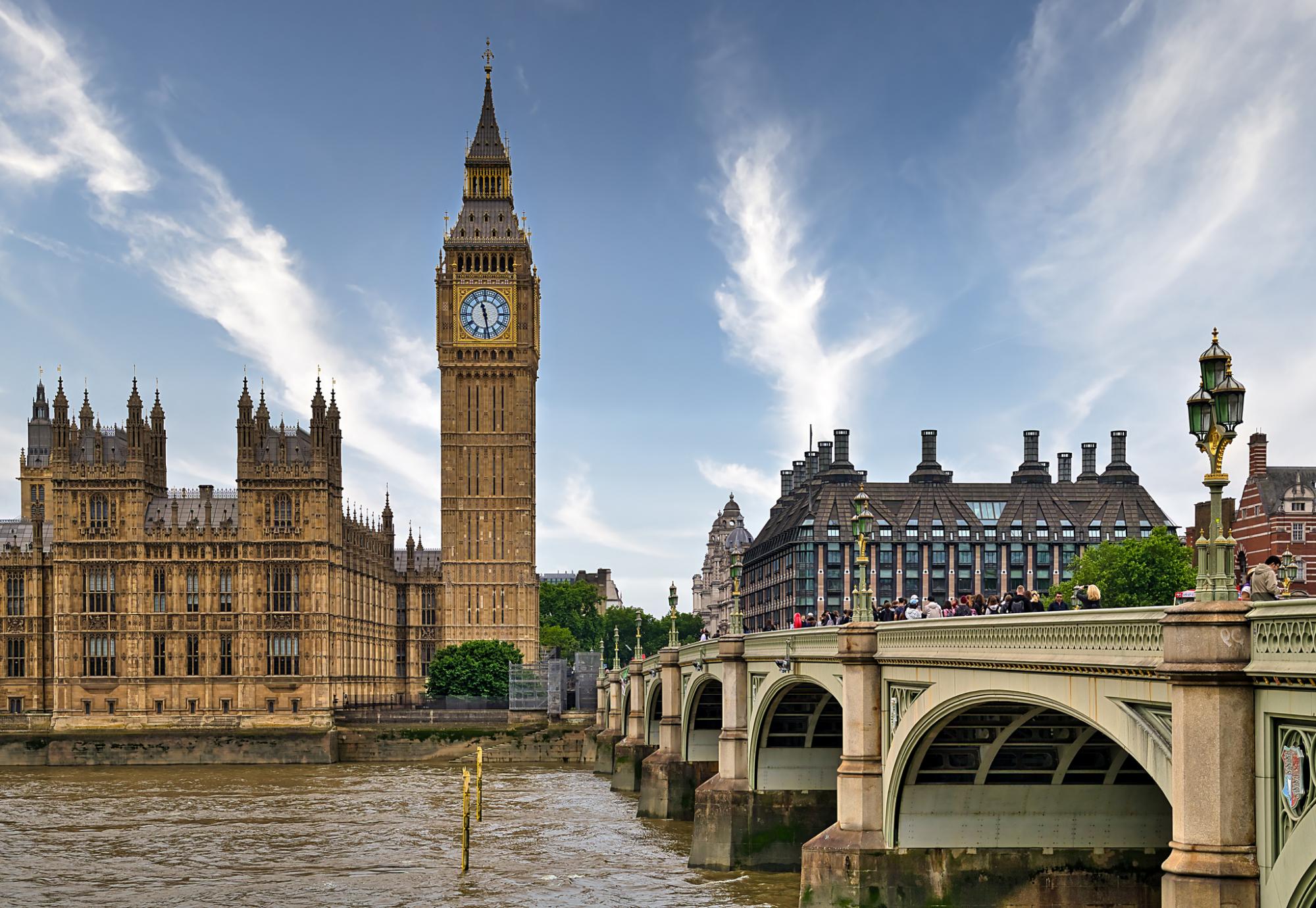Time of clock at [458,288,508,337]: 11:28
